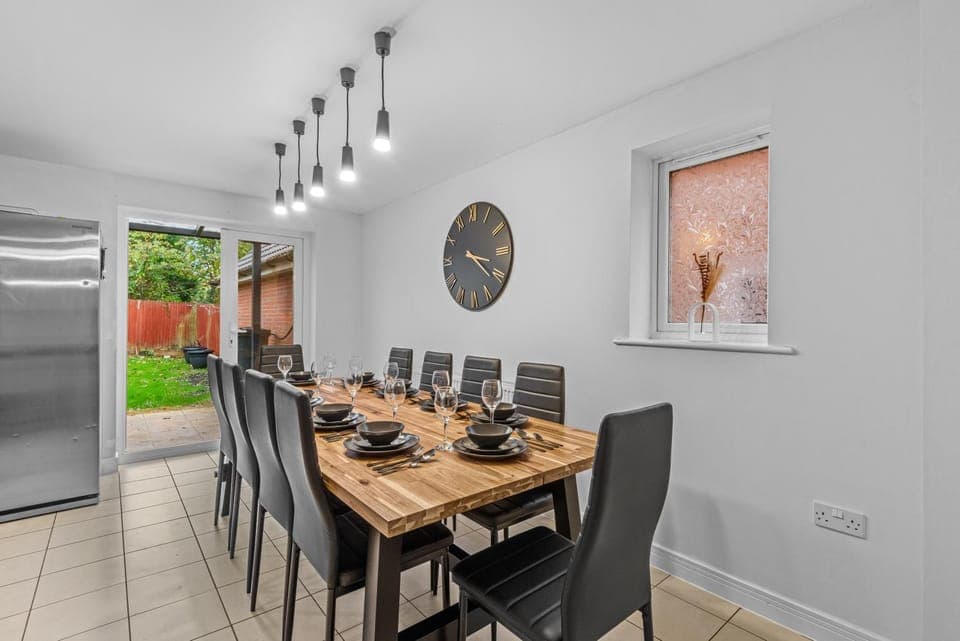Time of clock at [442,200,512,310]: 3:21
